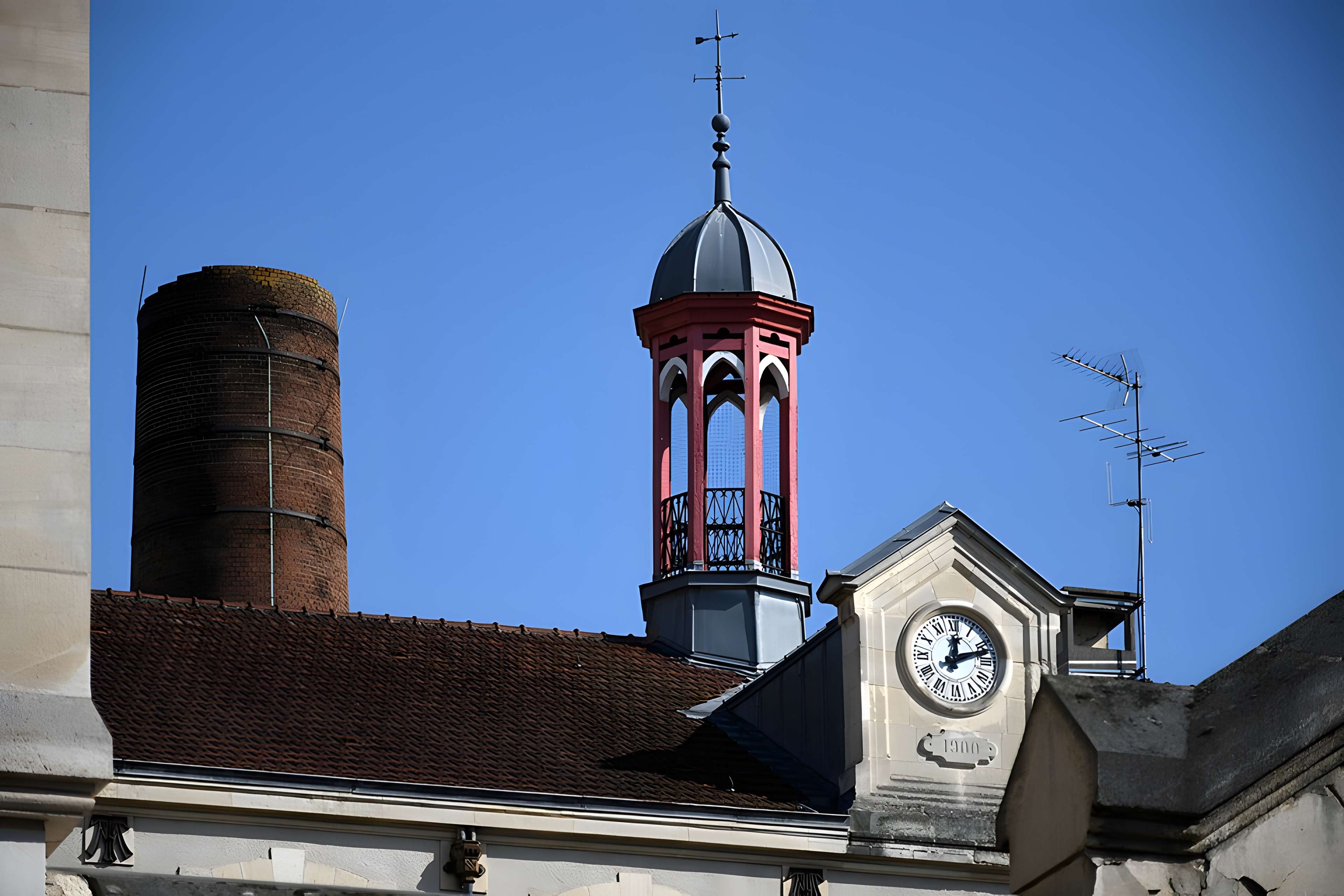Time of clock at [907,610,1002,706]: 12:11
